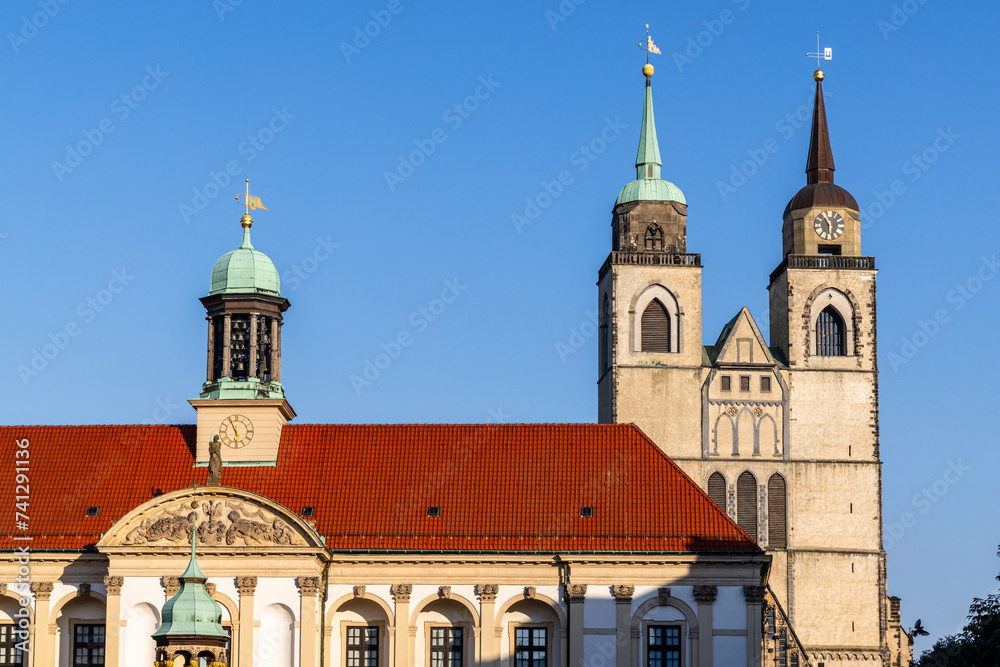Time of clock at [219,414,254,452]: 5:55
